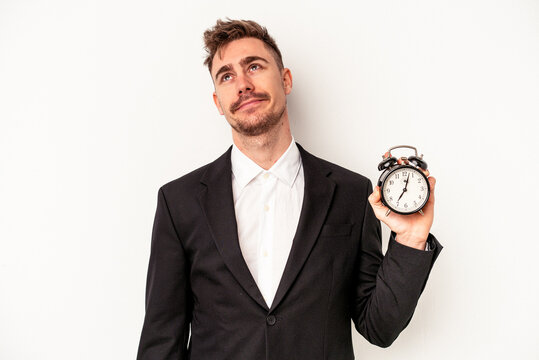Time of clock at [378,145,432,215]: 7:03
